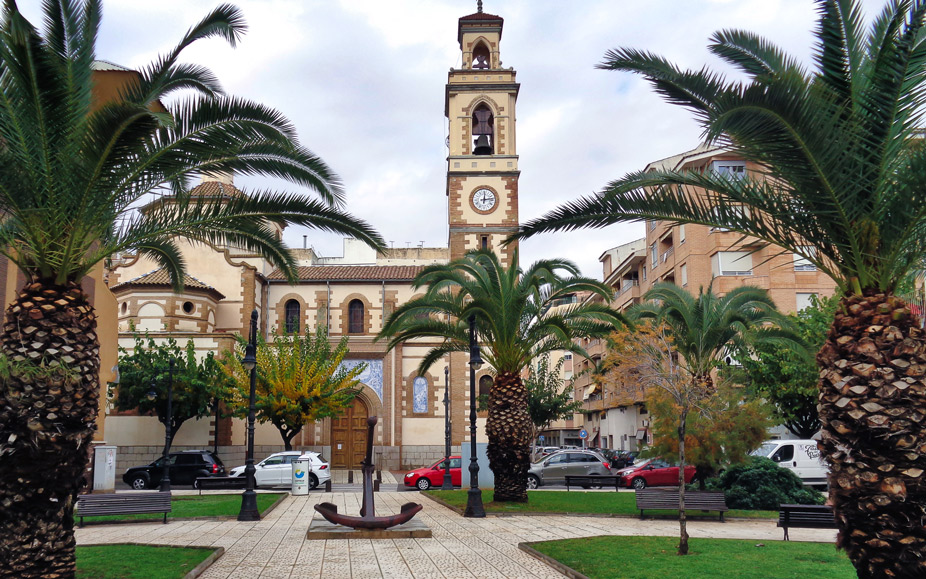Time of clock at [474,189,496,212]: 12:13
